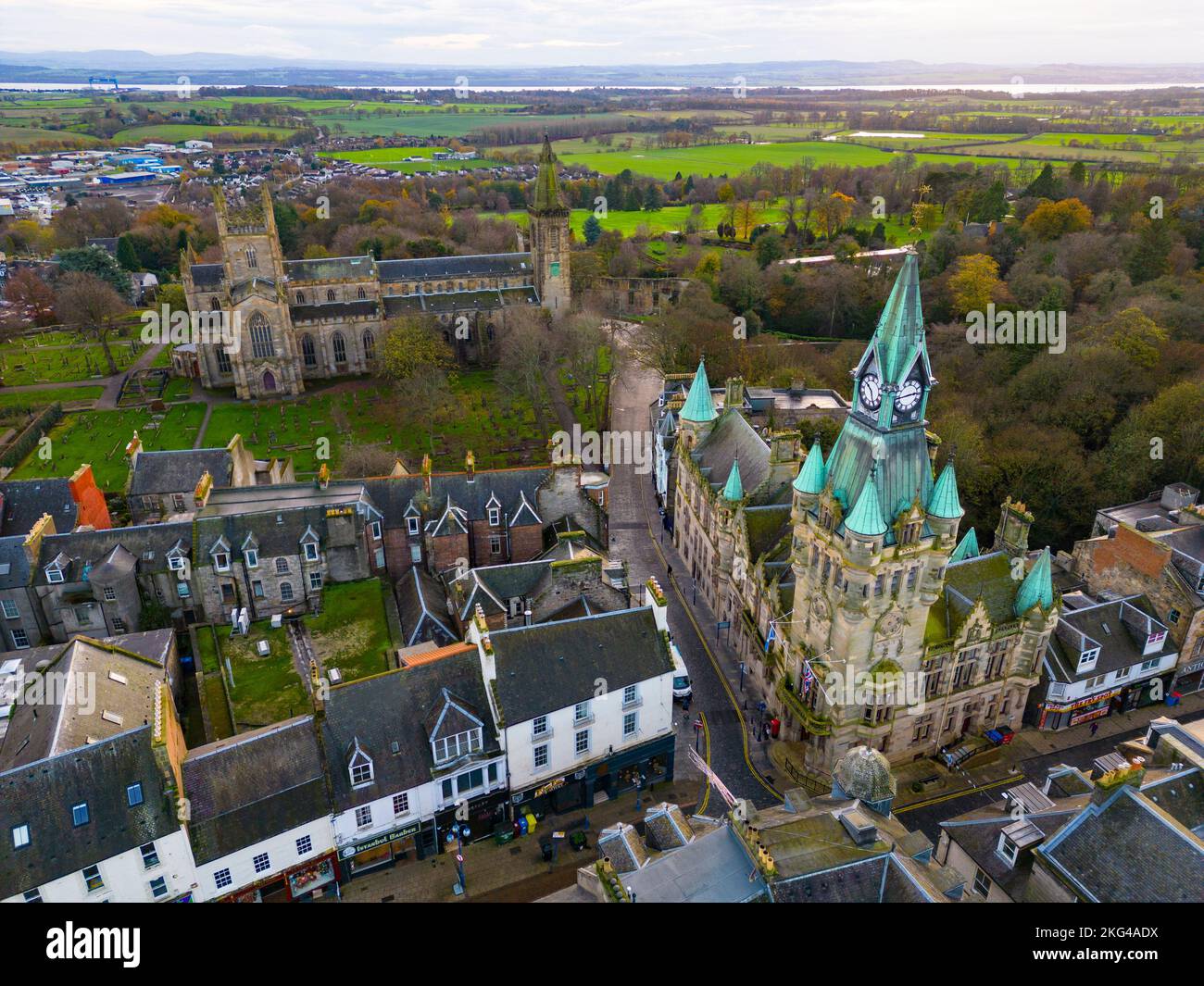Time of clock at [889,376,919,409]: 2:43
